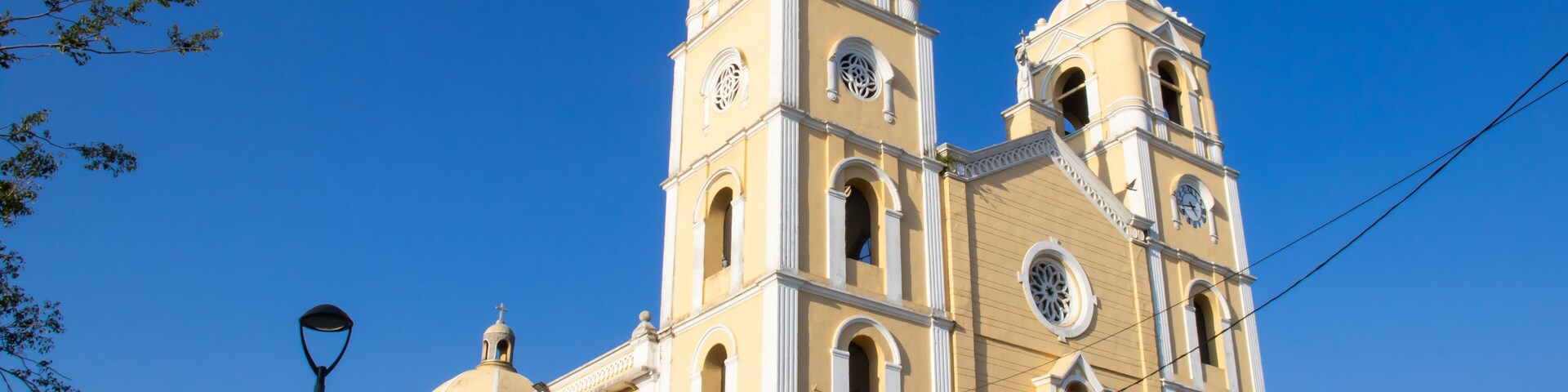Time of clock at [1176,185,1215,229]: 4:42
